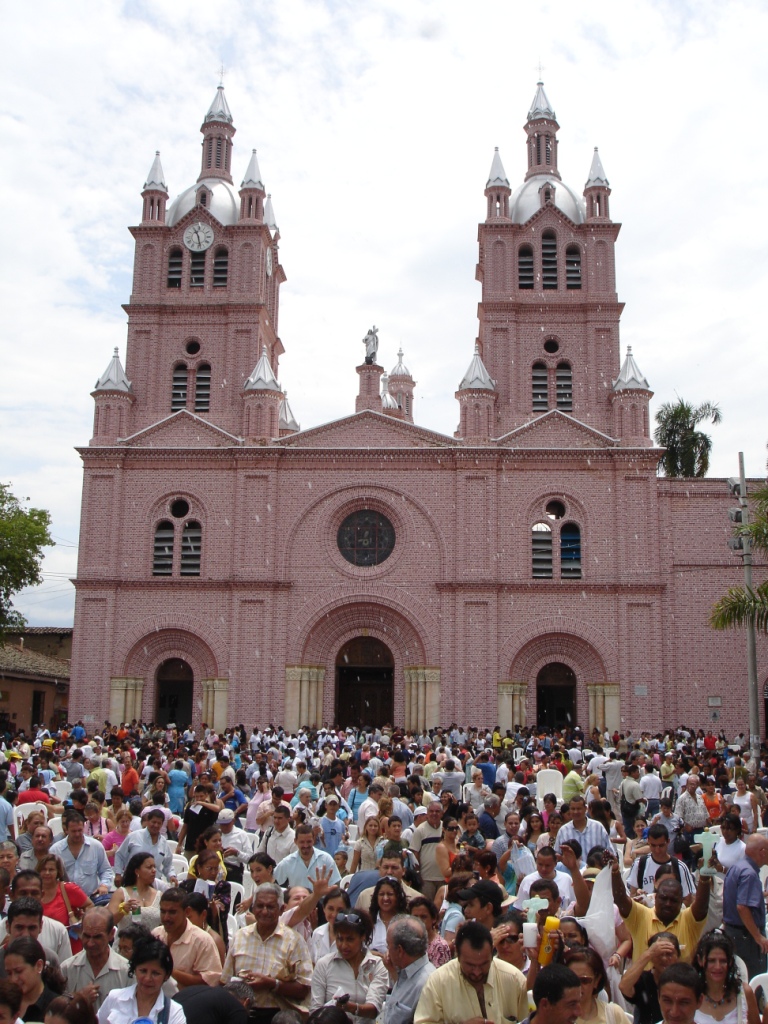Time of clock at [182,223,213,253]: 11:28
